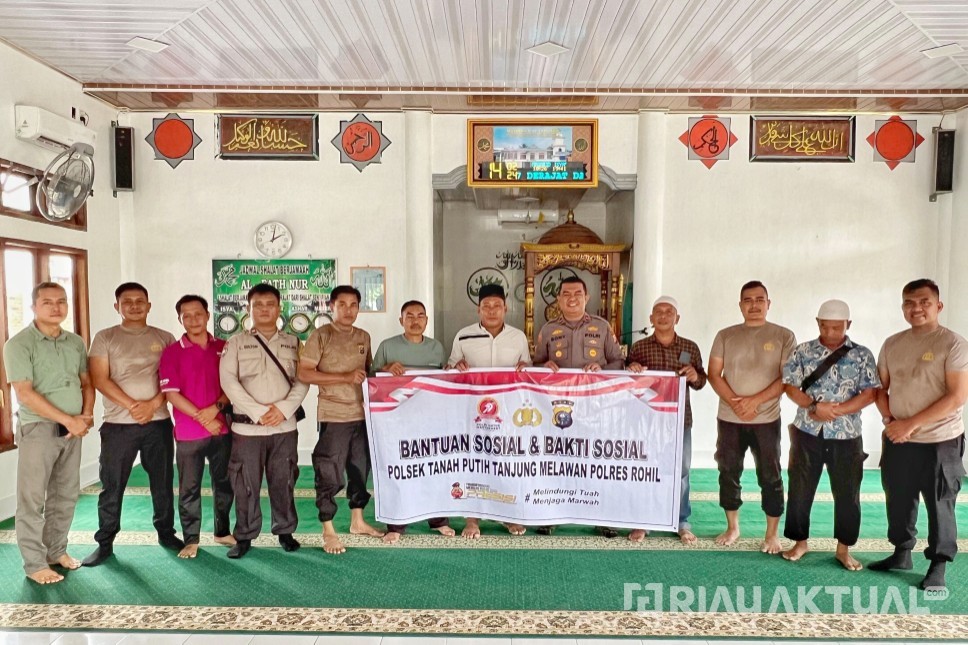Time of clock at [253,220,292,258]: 2:01
